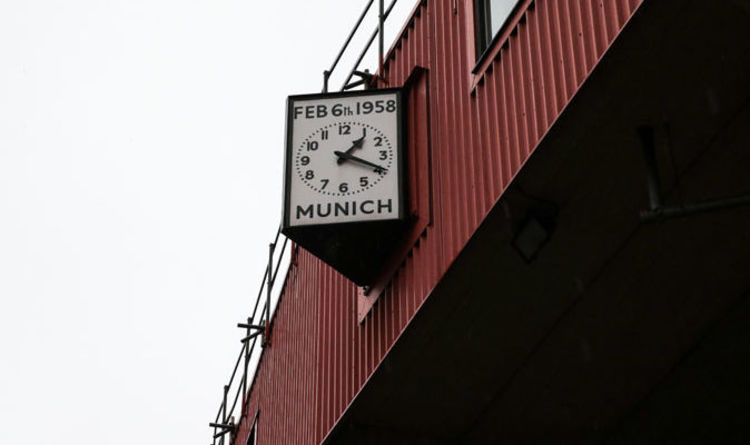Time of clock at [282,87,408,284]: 1:18
